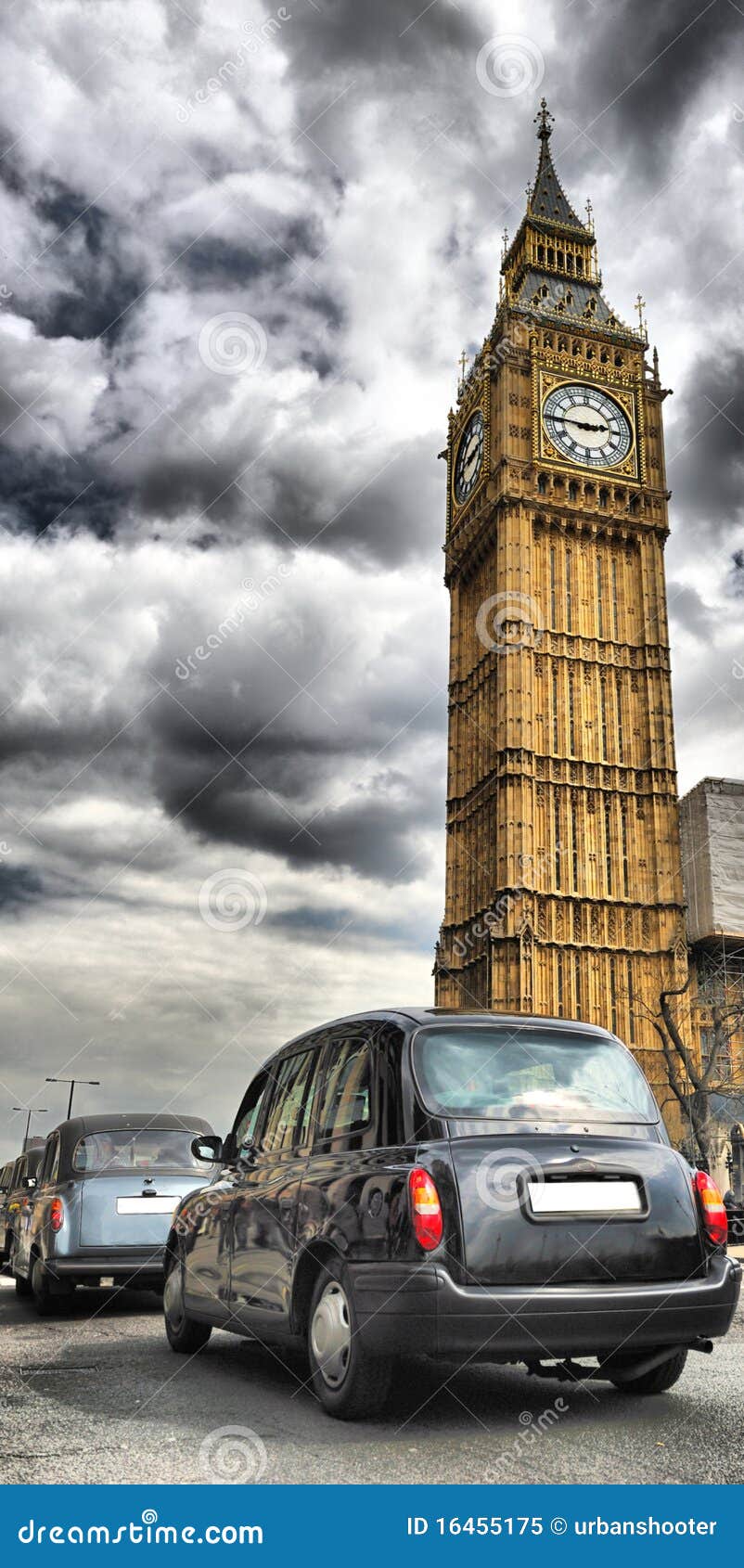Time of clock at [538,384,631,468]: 2:45
